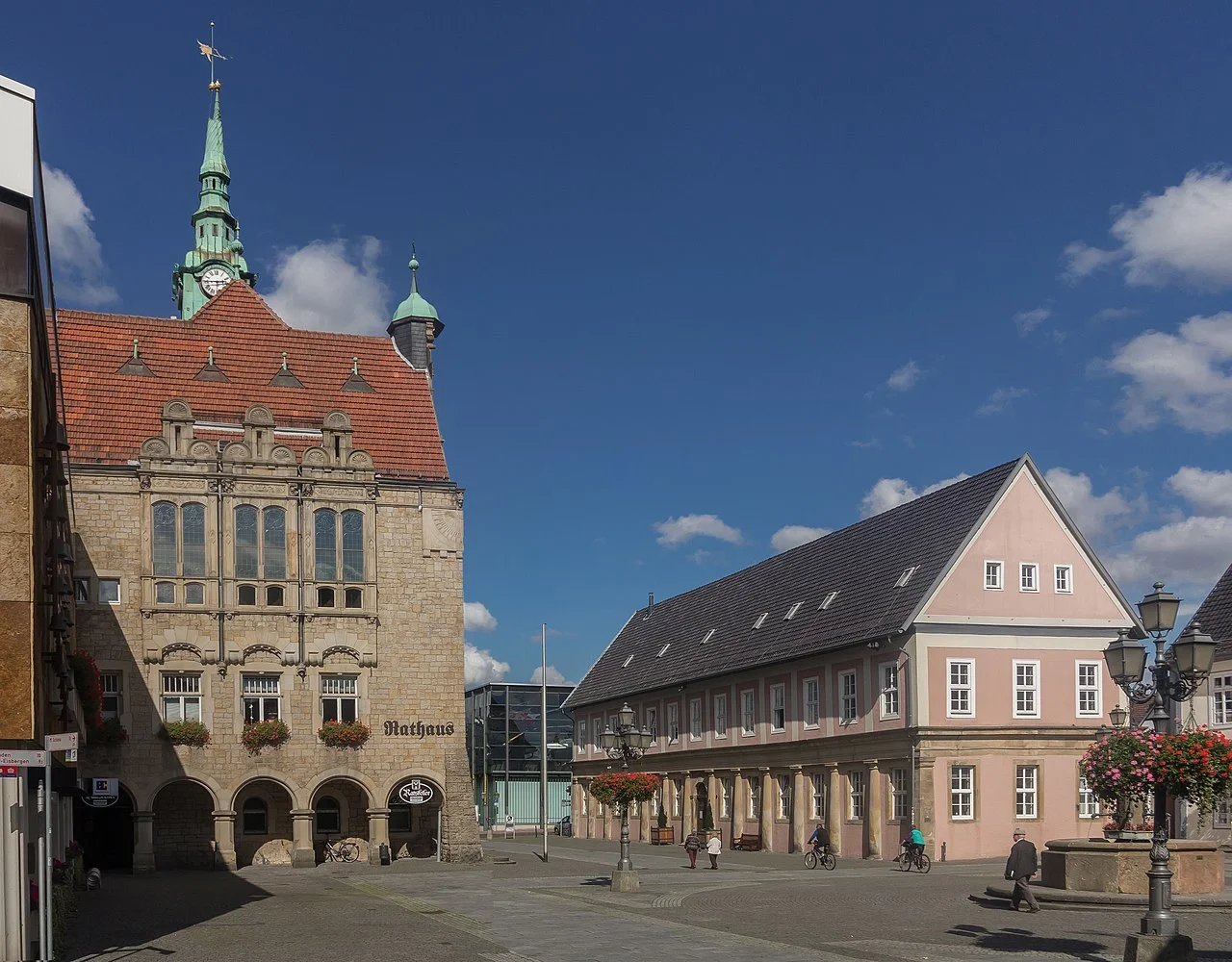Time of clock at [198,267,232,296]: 2:45
